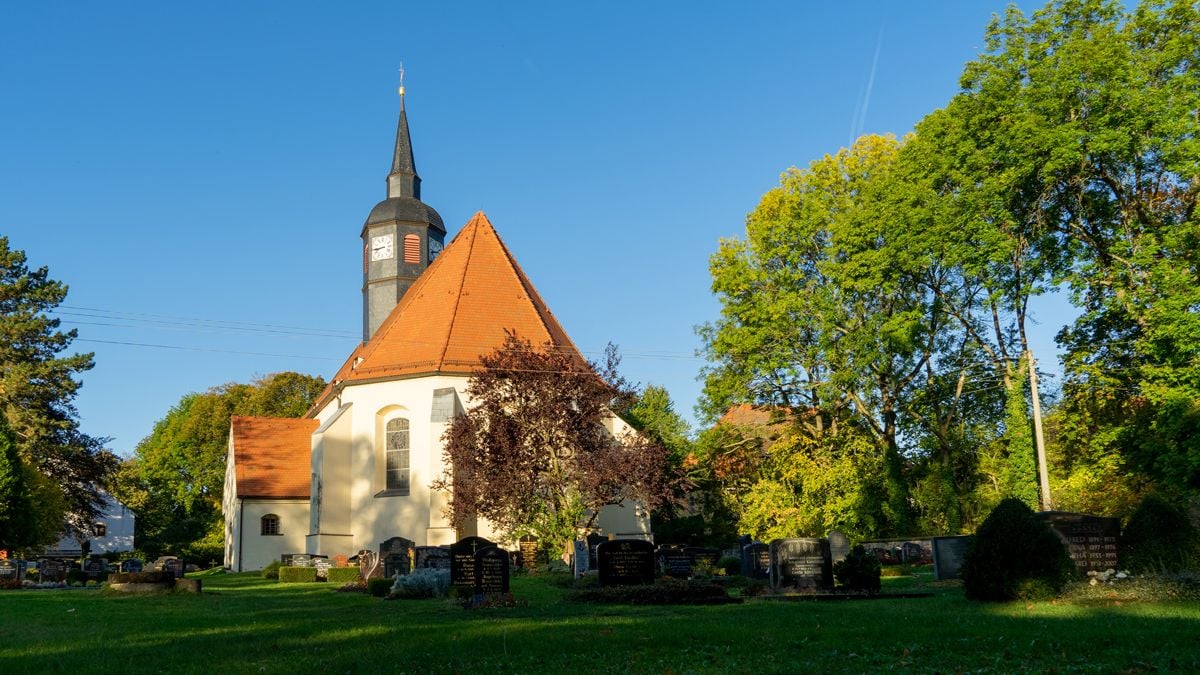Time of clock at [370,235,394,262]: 8:44
